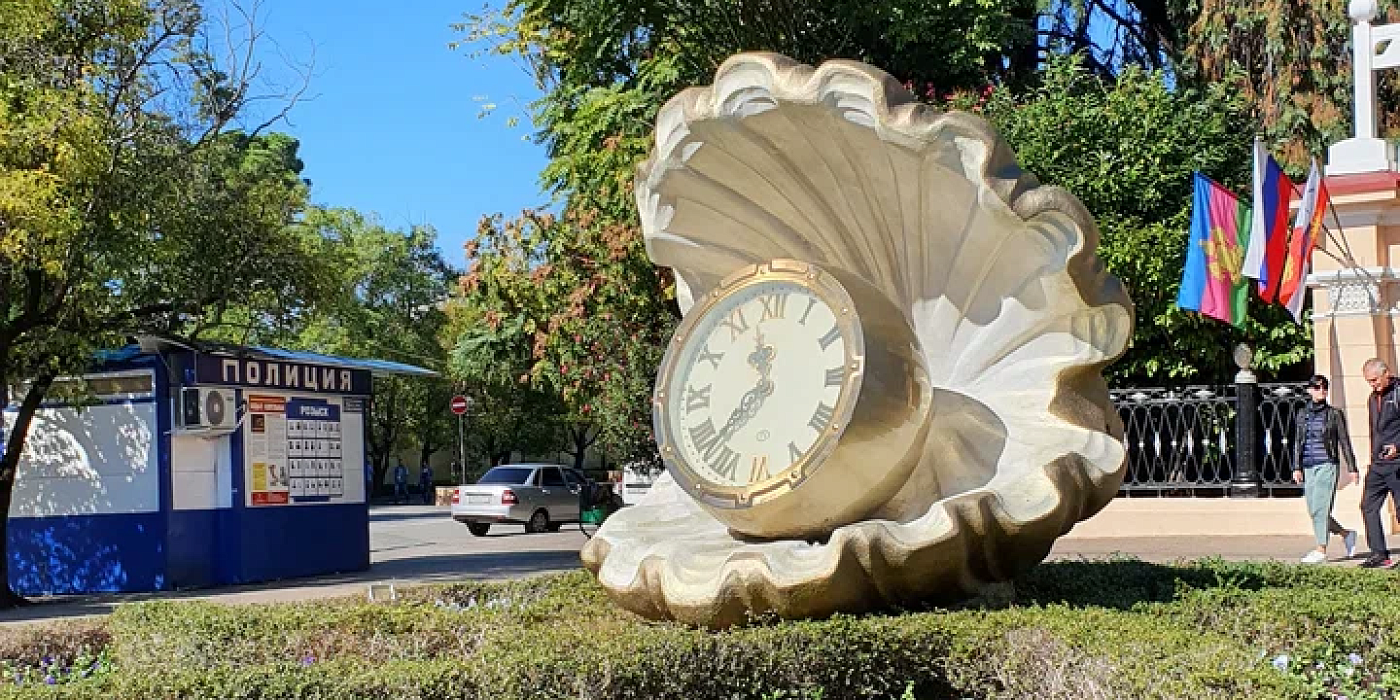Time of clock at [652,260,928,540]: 11:37
